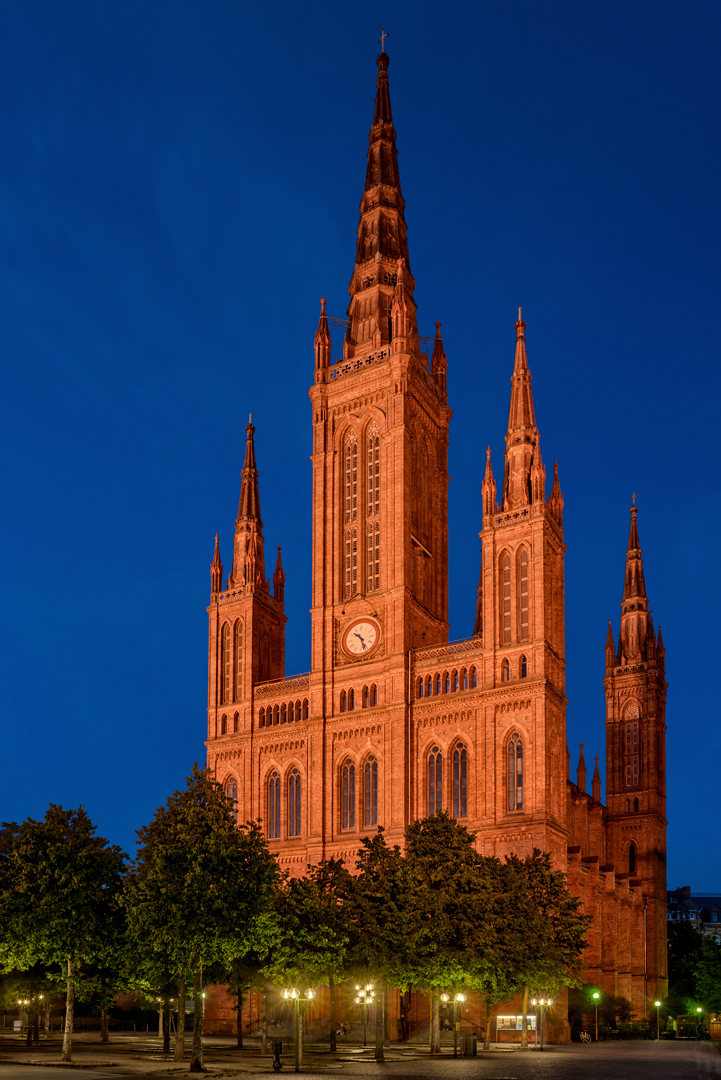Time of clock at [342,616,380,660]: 10:26
